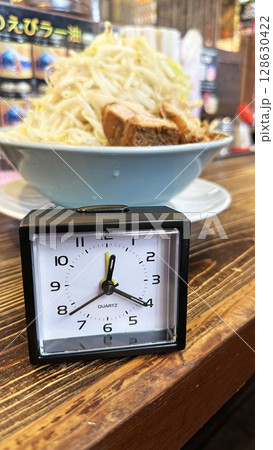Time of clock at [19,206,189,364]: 12:20
